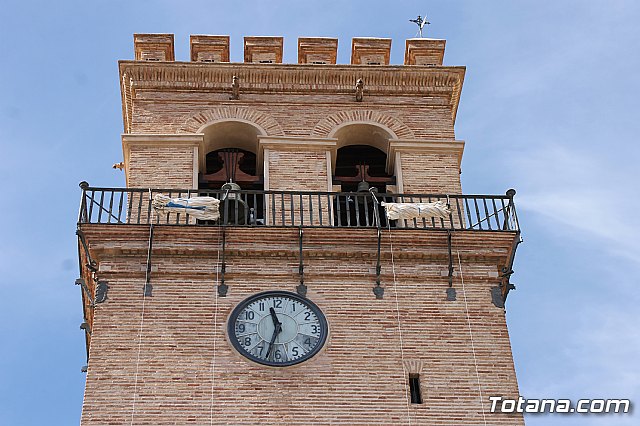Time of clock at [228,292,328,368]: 11:32
